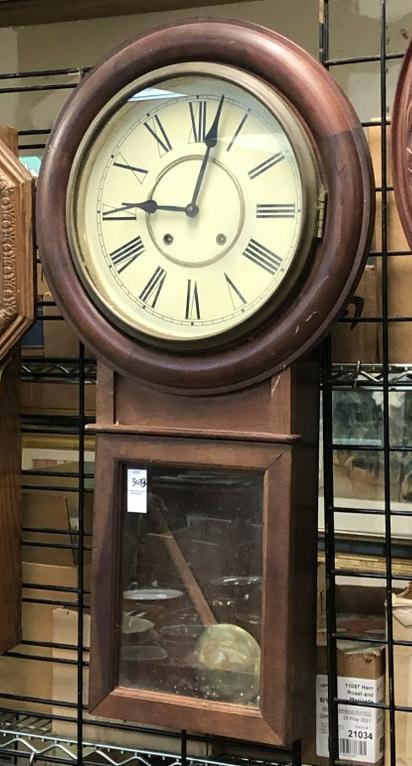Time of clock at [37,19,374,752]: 9:02
